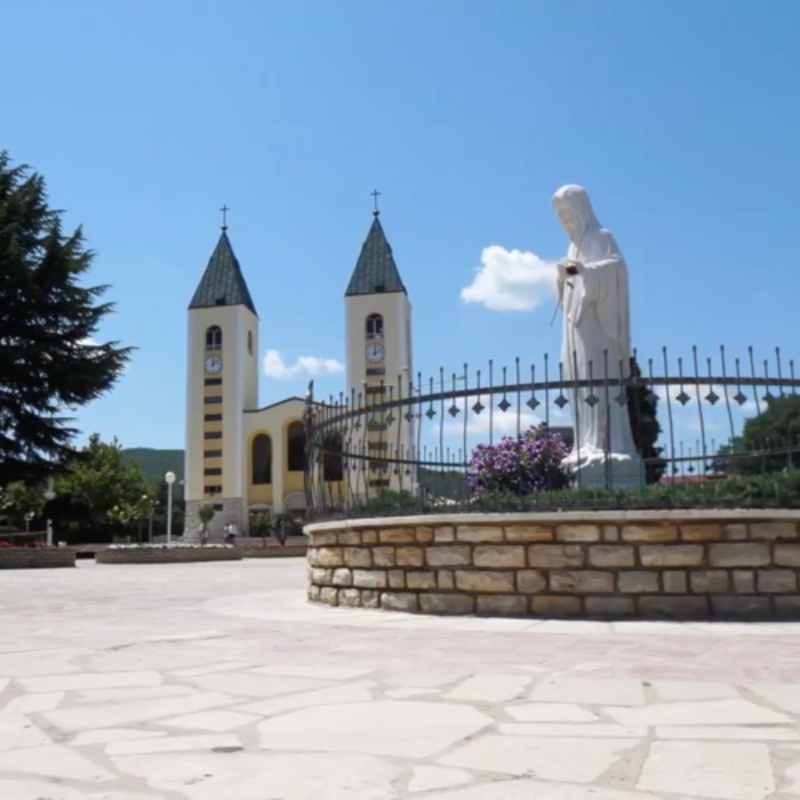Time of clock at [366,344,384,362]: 12:11
